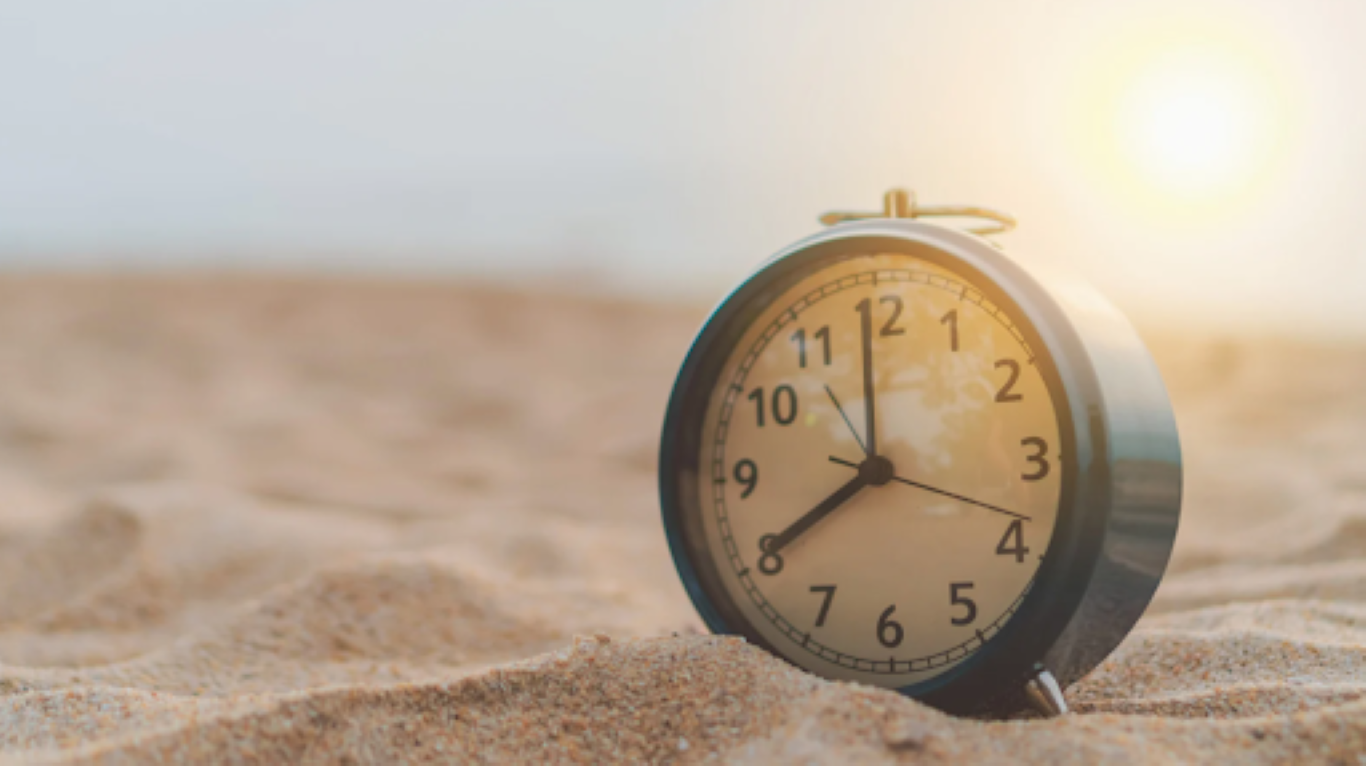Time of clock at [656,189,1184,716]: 7:59
